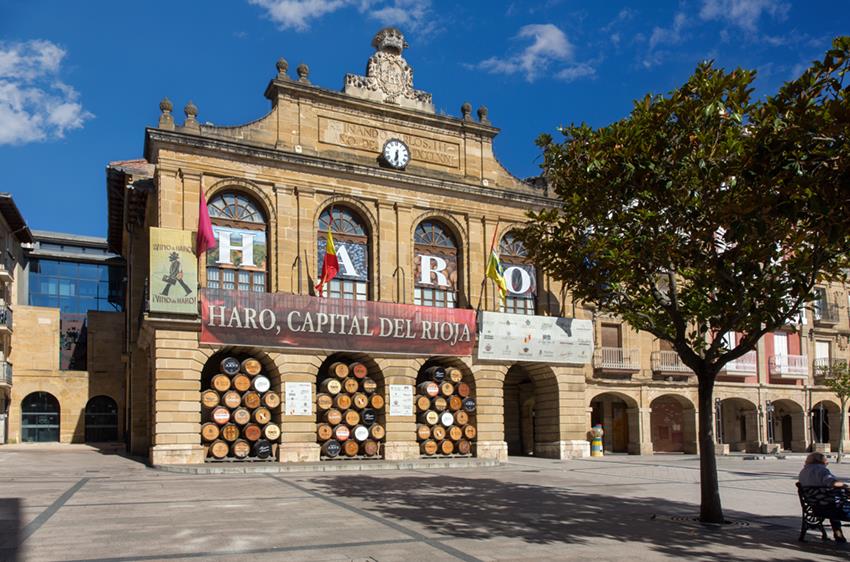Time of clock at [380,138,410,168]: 6:29
